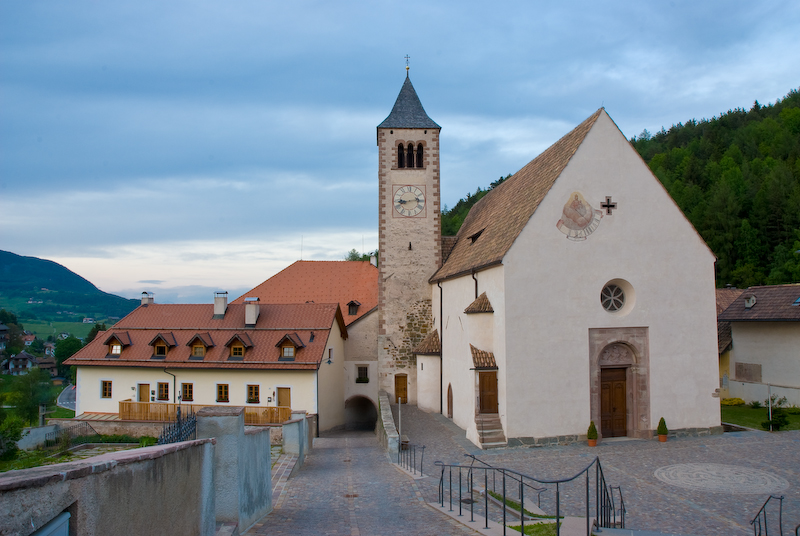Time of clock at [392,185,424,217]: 9:13
